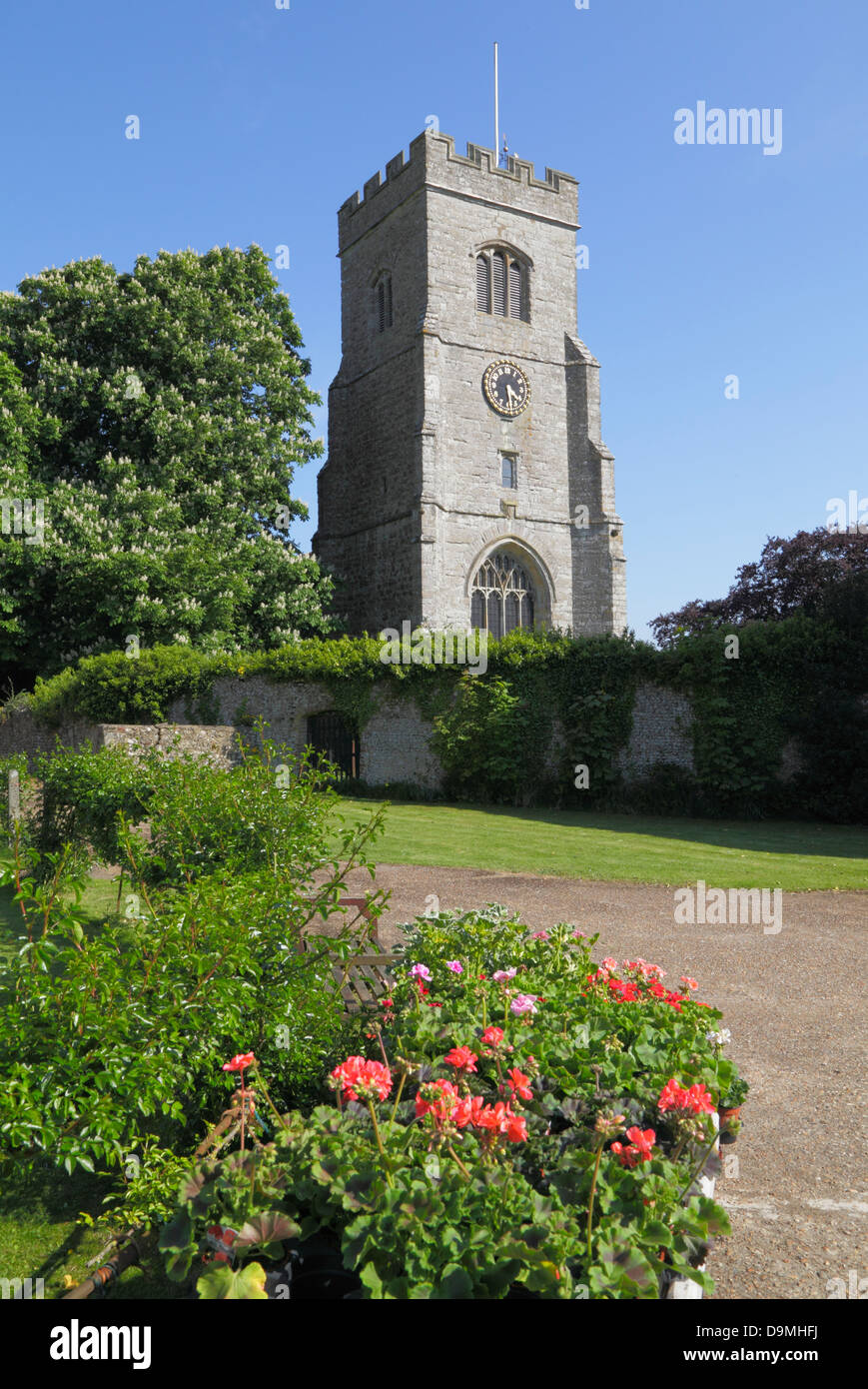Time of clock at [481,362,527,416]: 4:29
